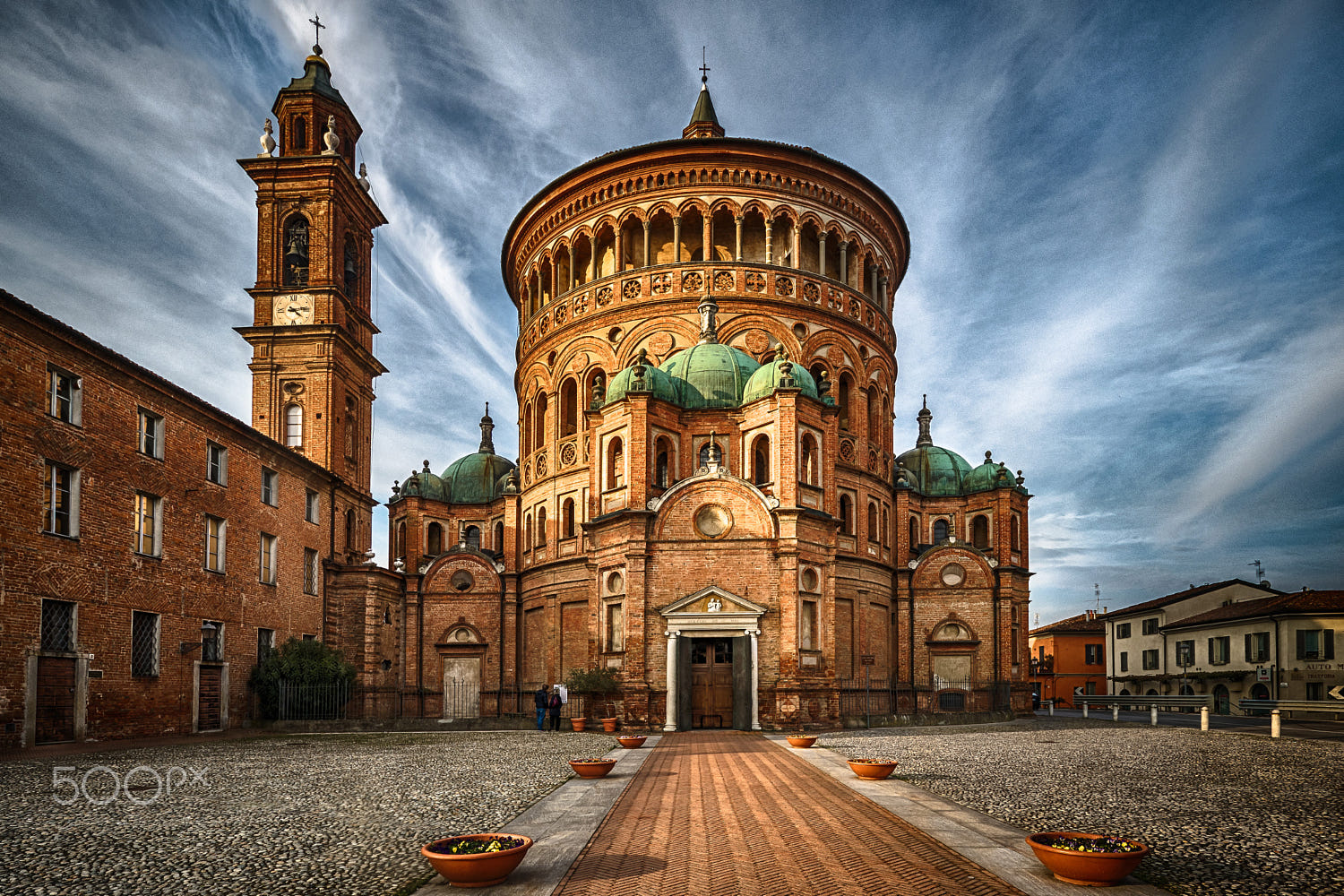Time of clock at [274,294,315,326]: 4:13
